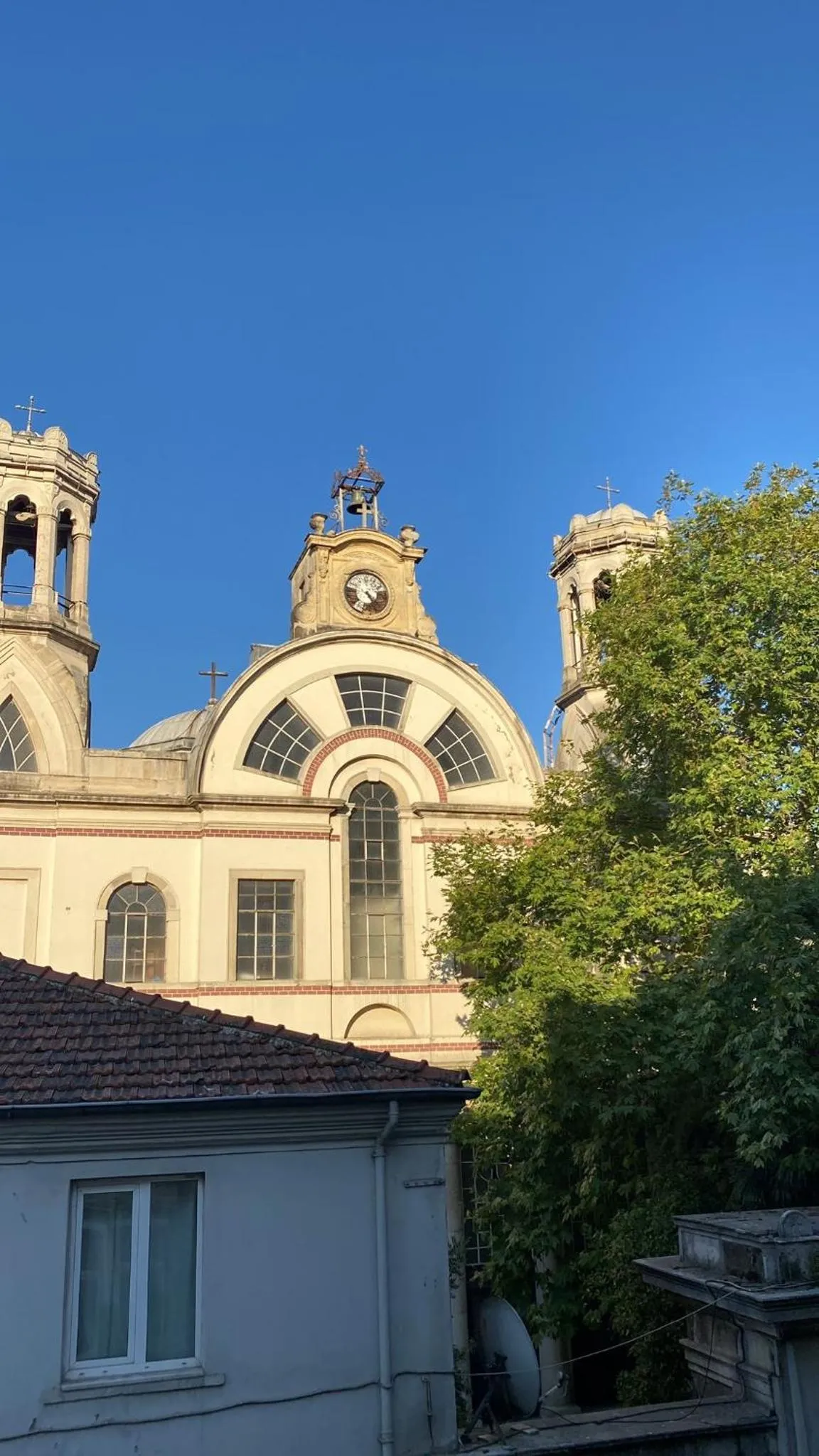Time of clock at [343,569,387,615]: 4:23
